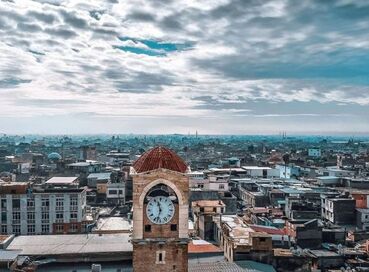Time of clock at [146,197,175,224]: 11:32
